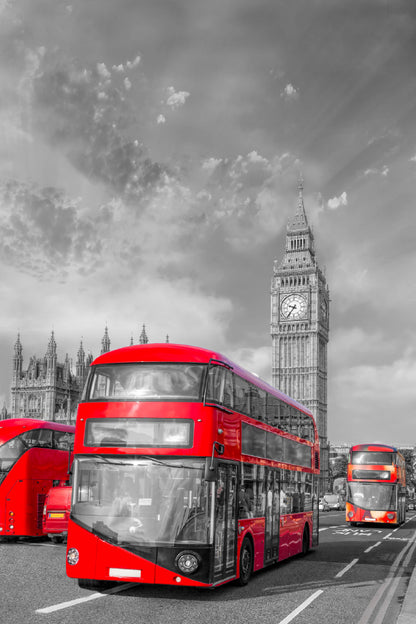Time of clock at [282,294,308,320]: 9:36
